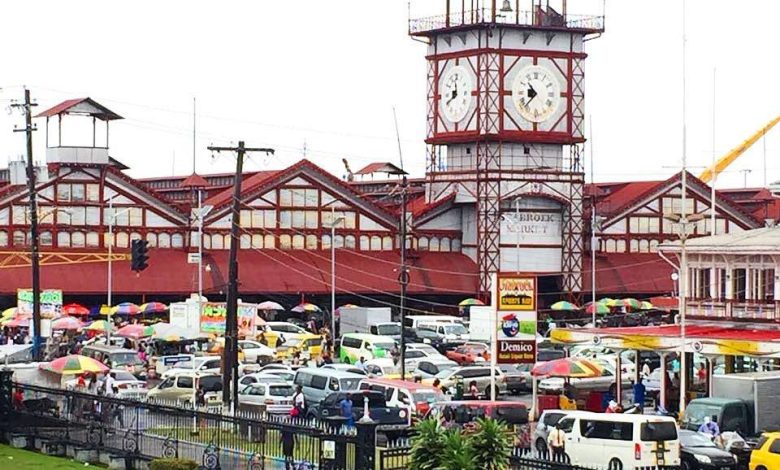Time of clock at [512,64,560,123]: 10:37
